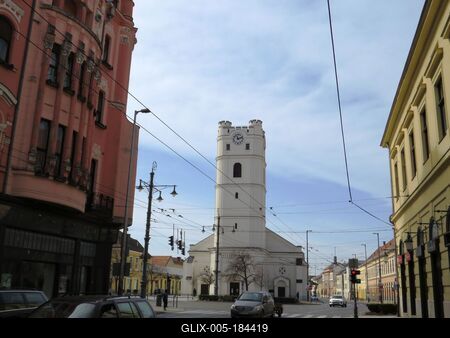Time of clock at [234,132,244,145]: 11:12
